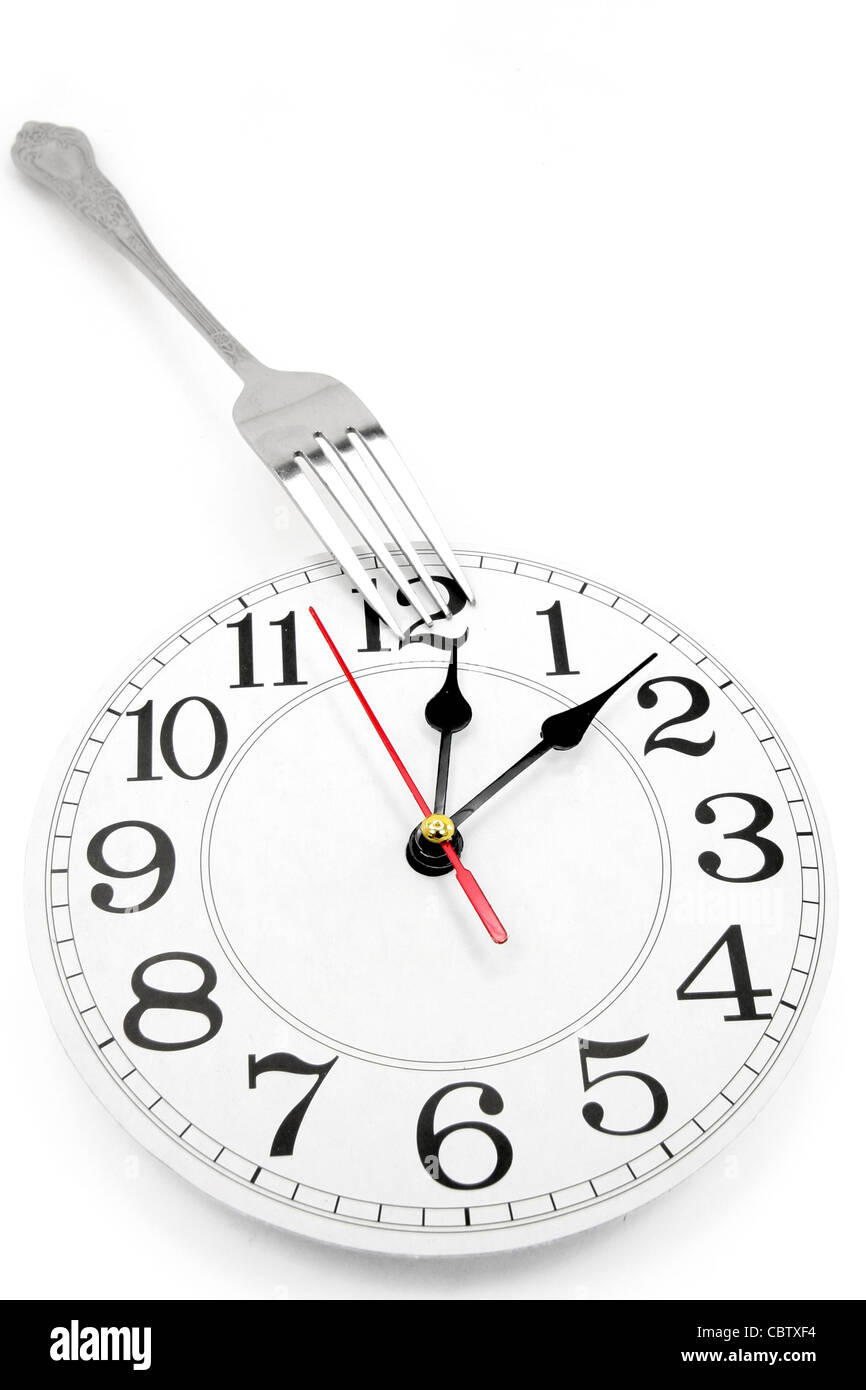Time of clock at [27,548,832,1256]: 12:08
